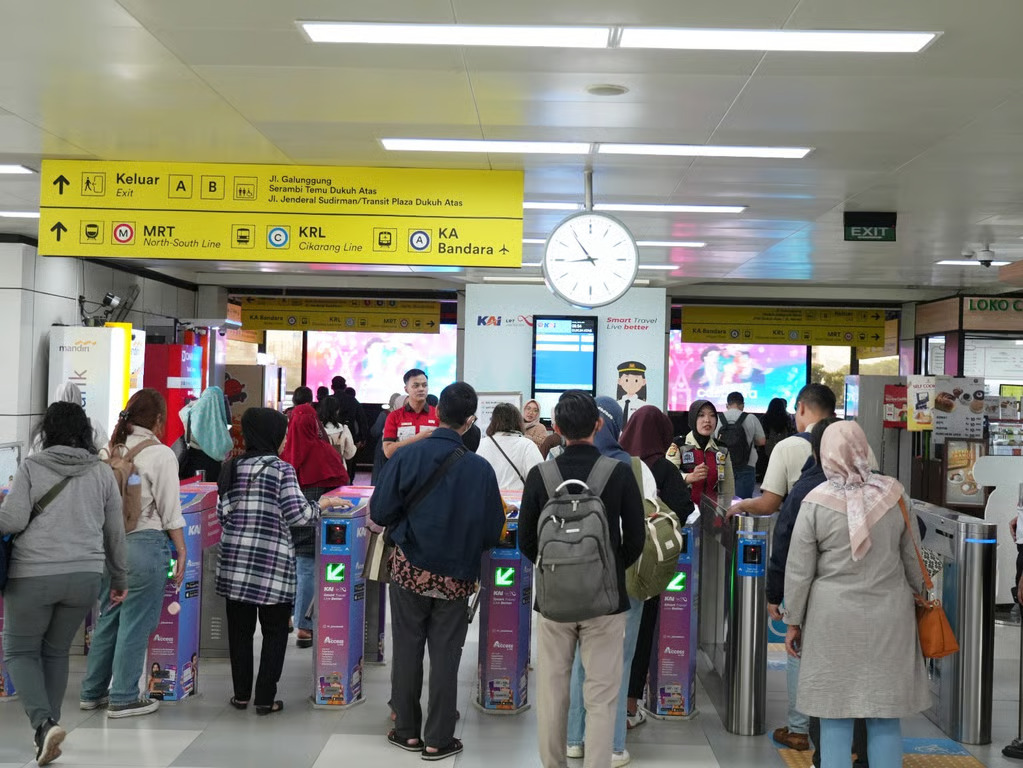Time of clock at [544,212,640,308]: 8:54
